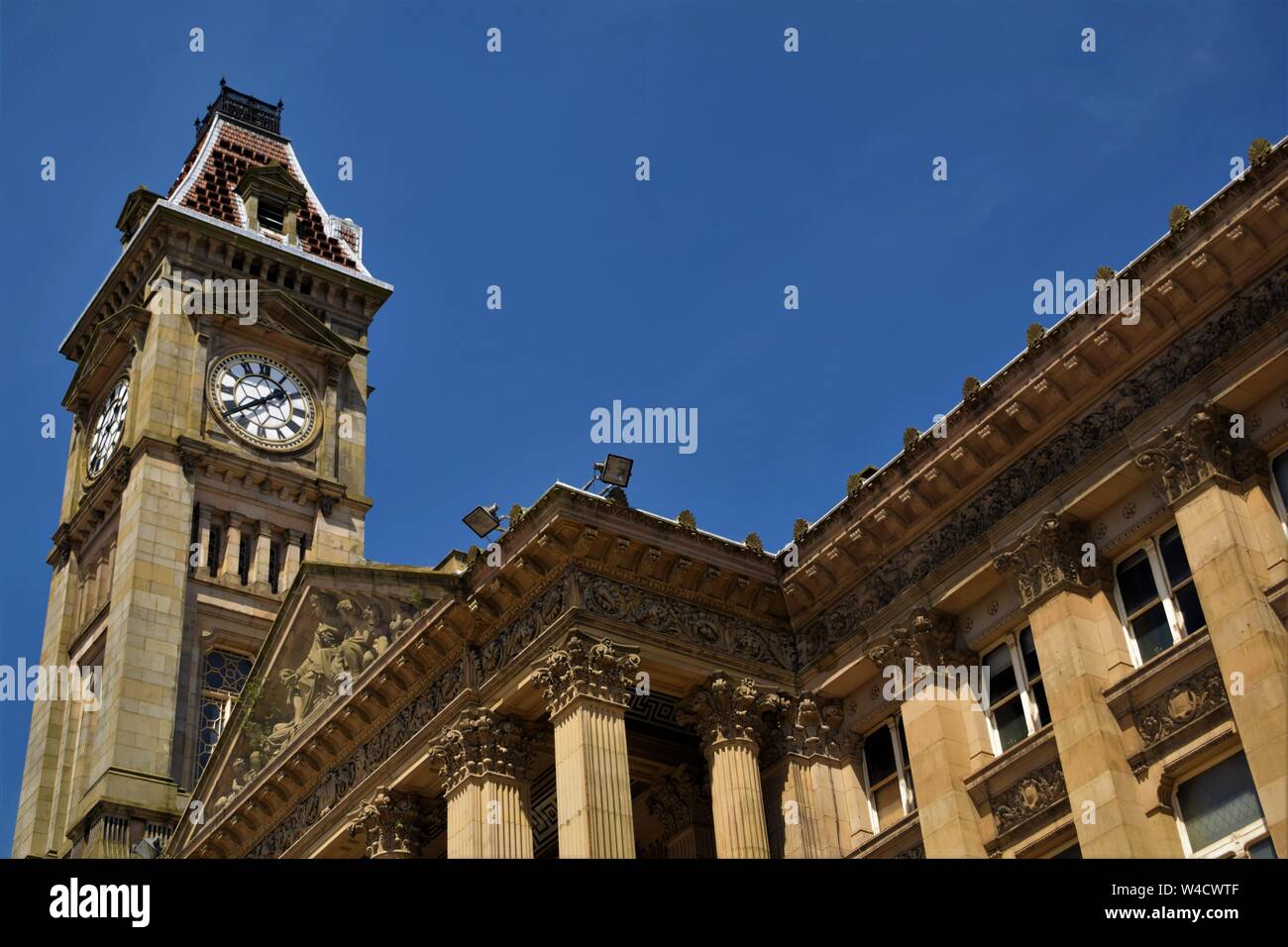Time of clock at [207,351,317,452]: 1:38
